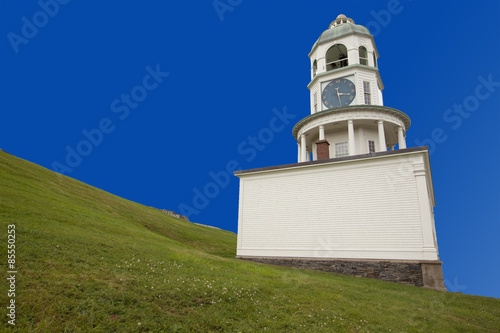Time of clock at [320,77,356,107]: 3:28
